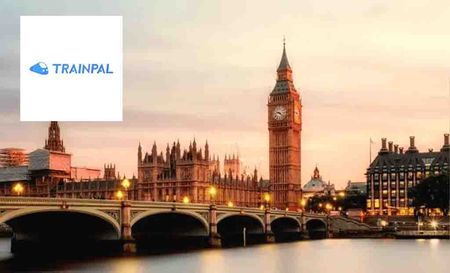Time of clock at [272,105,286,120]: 9:22
